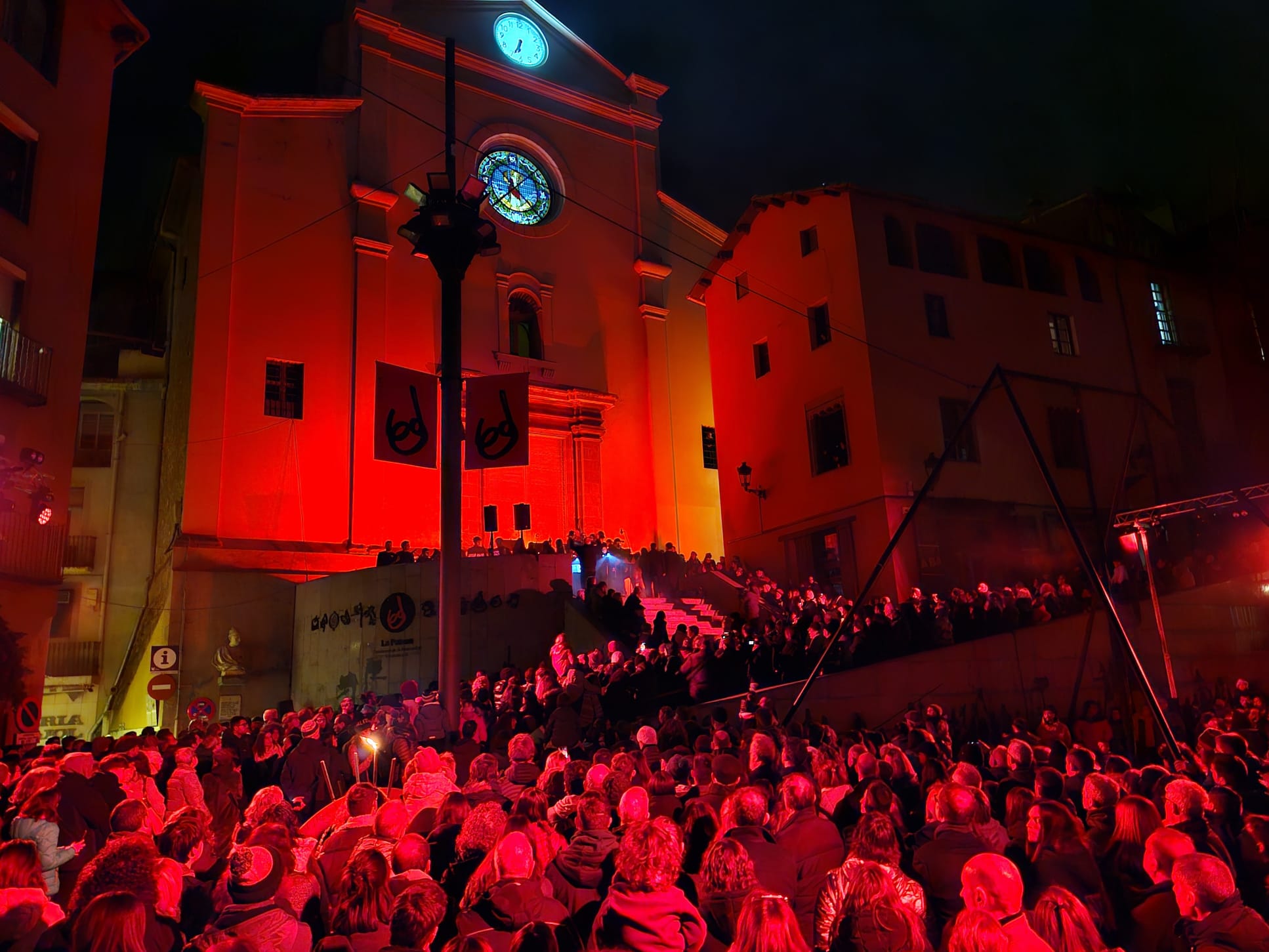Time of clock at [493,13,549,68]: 6:34
